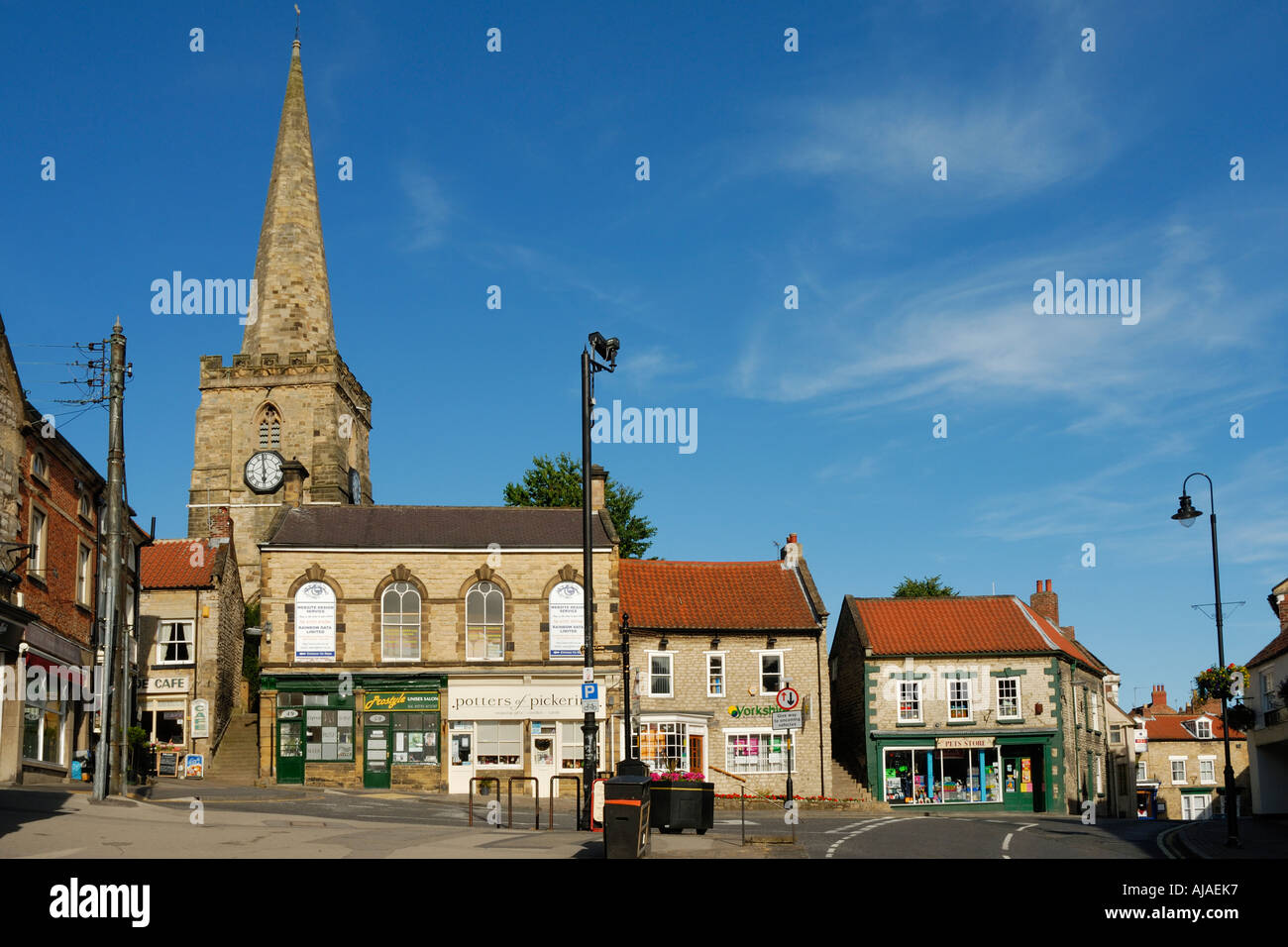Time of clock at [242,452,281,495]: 5:58
